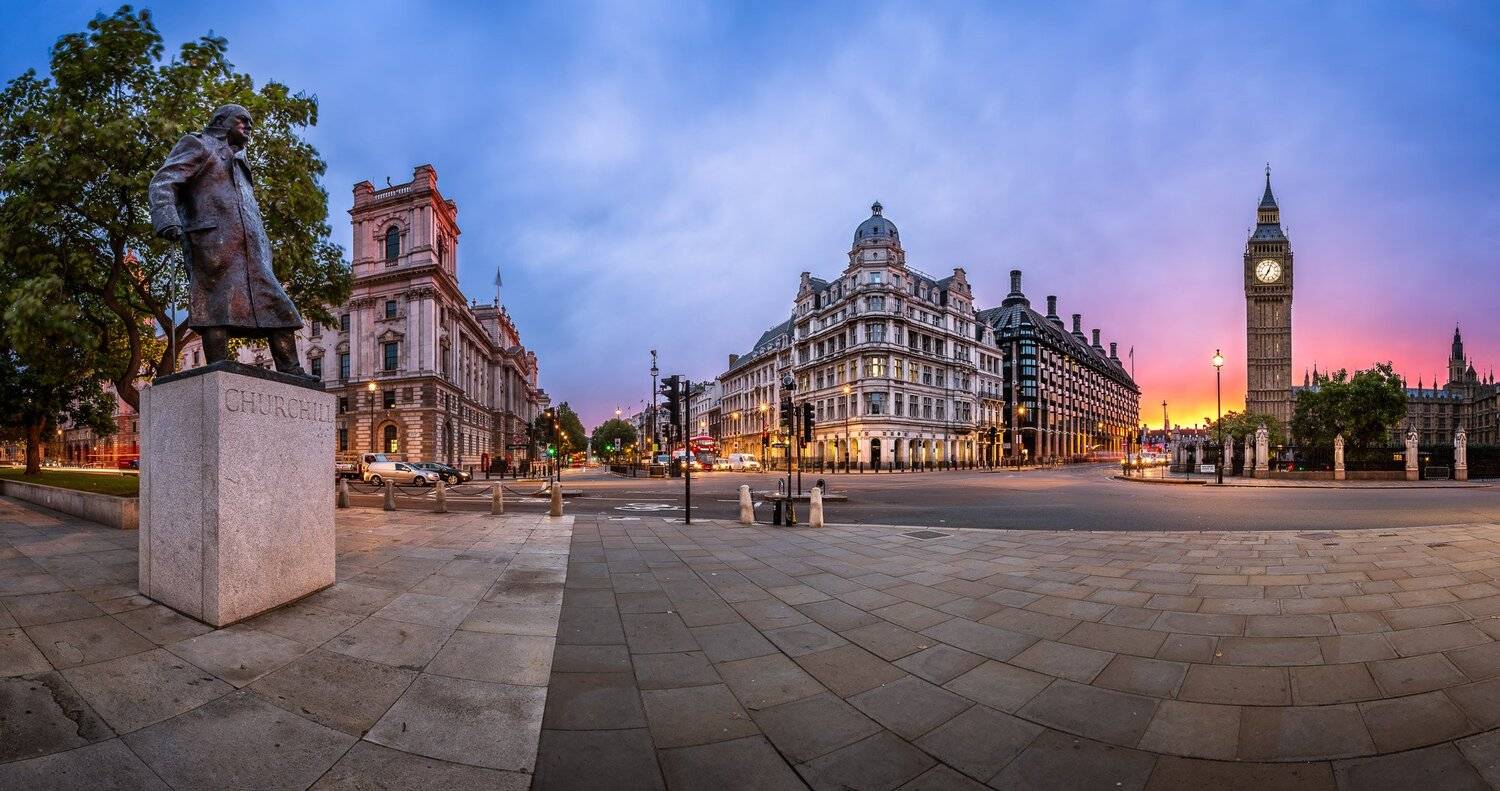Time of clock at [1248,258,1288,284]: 7:03
